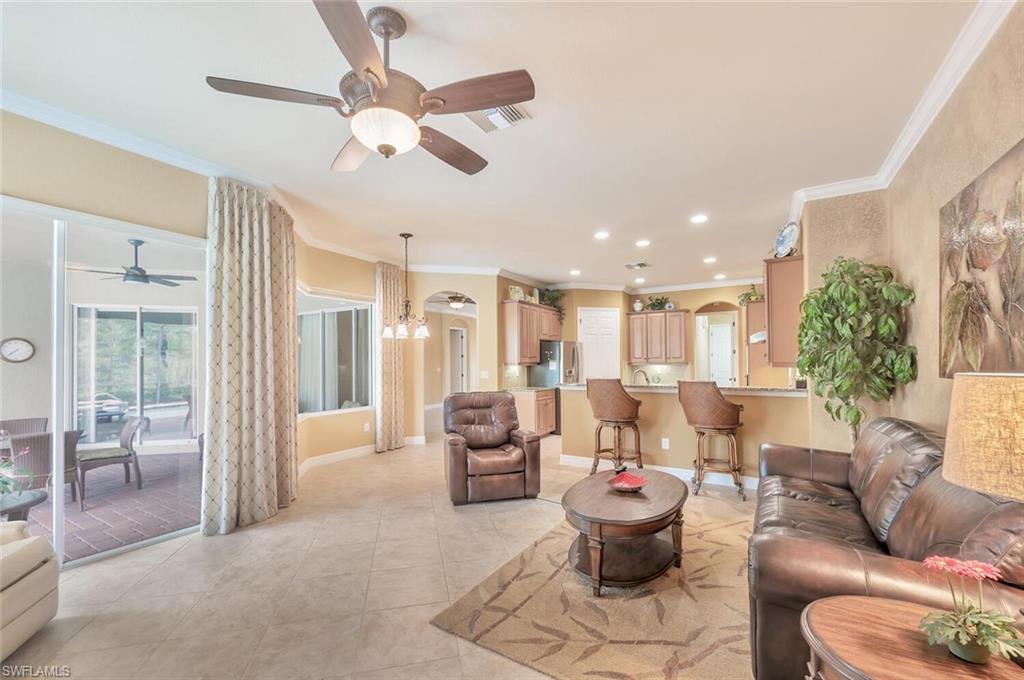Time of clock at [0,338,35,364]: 7:37
